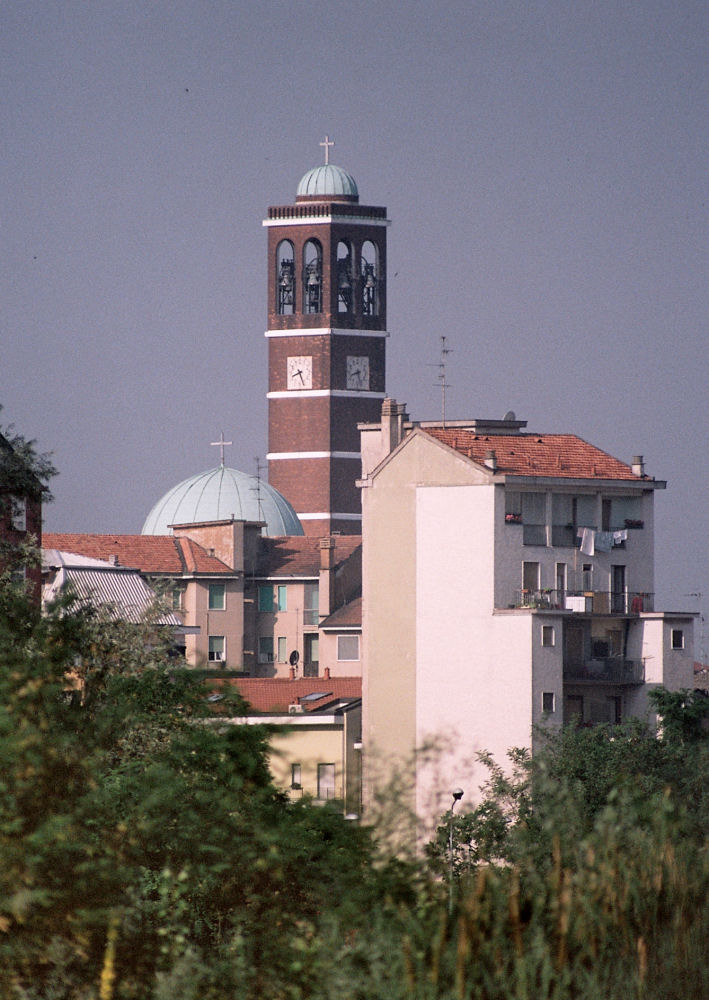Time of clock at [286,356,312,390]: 8:26
